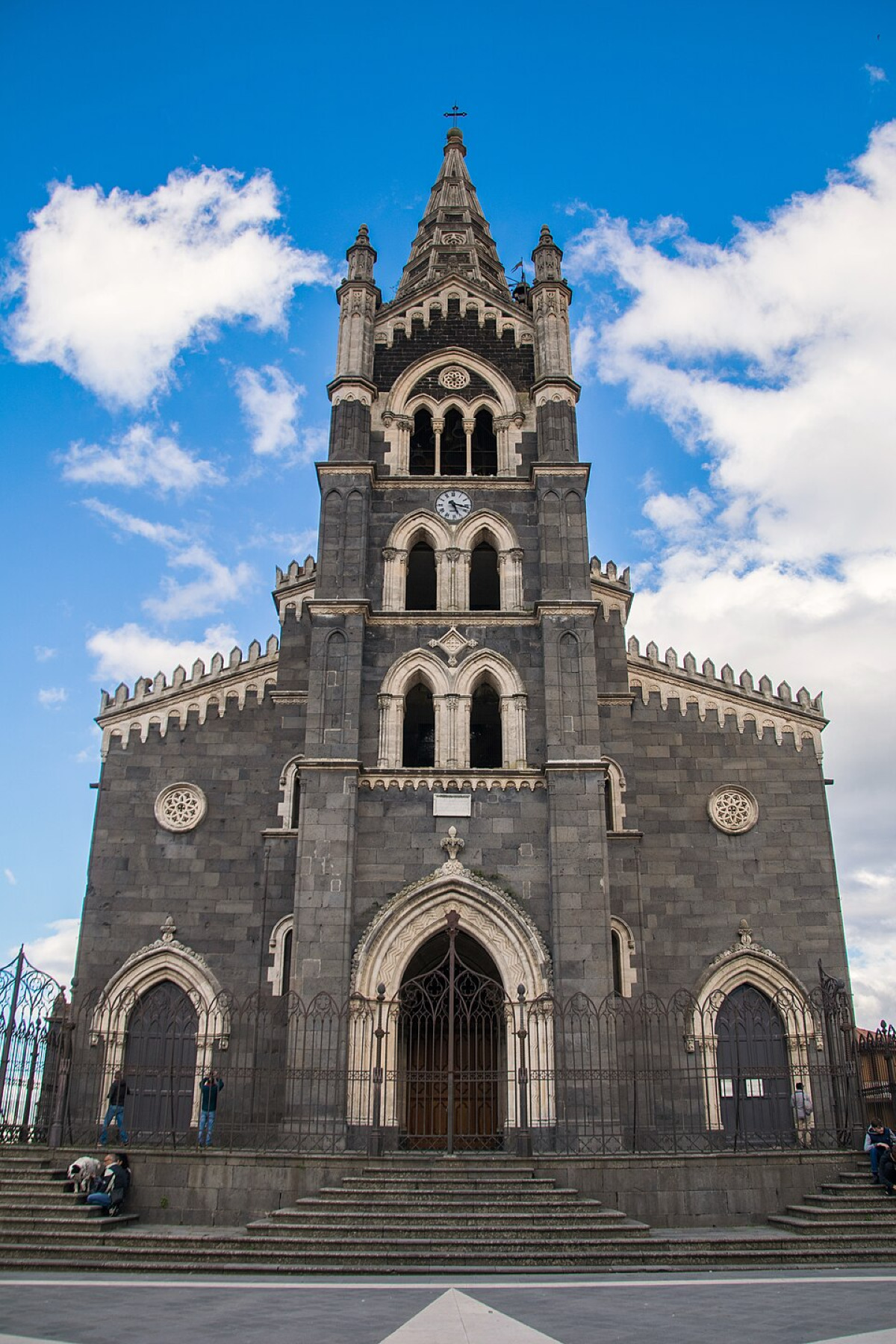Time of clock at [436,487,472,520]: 5:17
